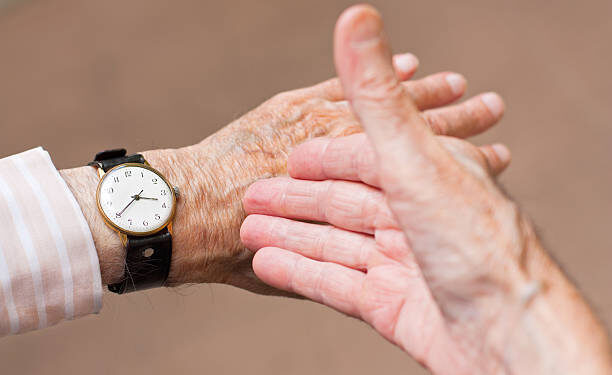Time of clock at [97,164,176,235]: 3:39
